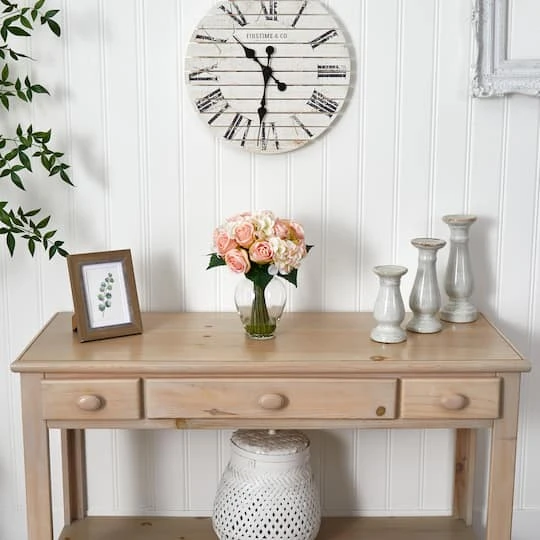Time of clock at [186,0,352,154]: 10:31
